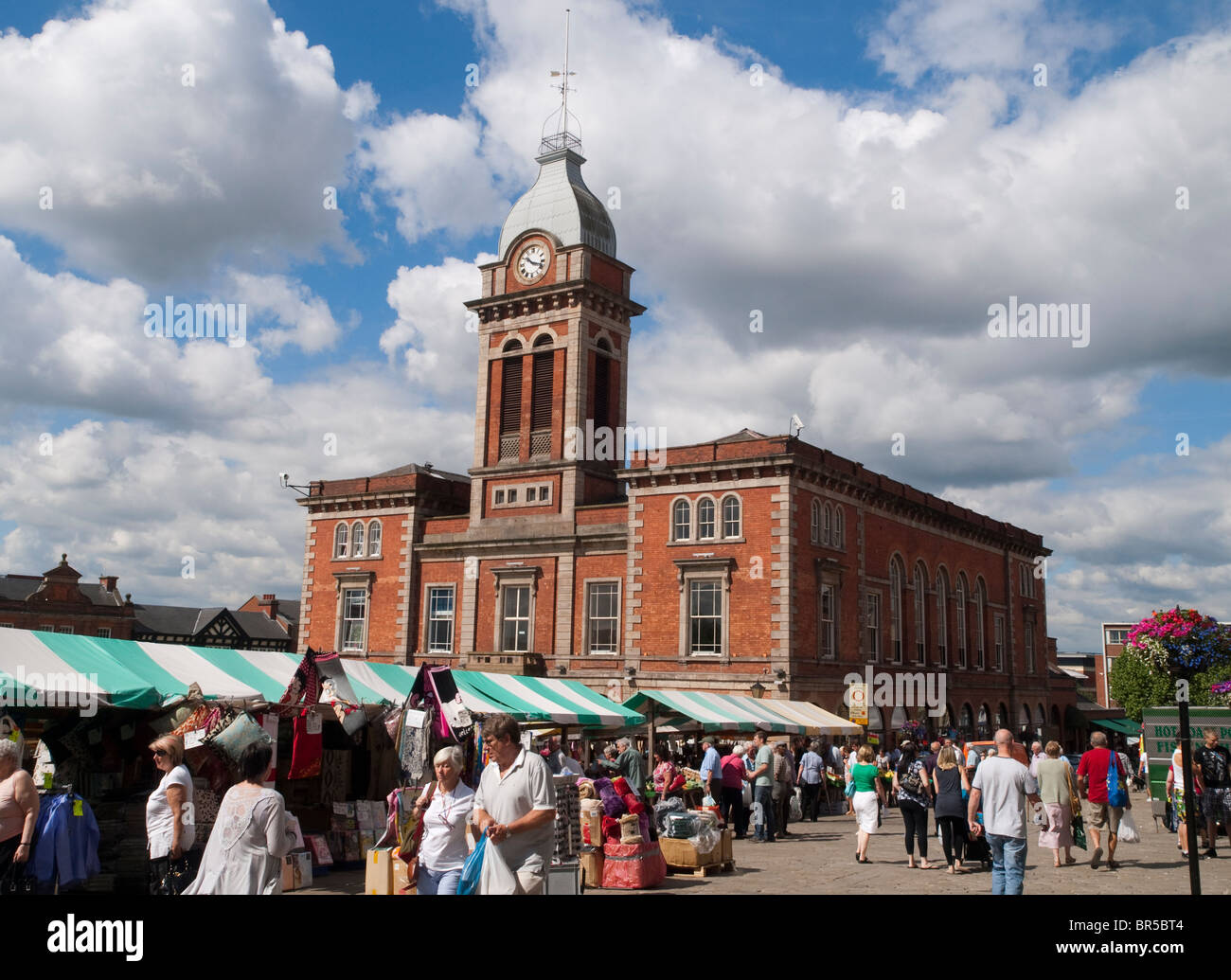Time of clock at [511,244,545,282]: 10:17
